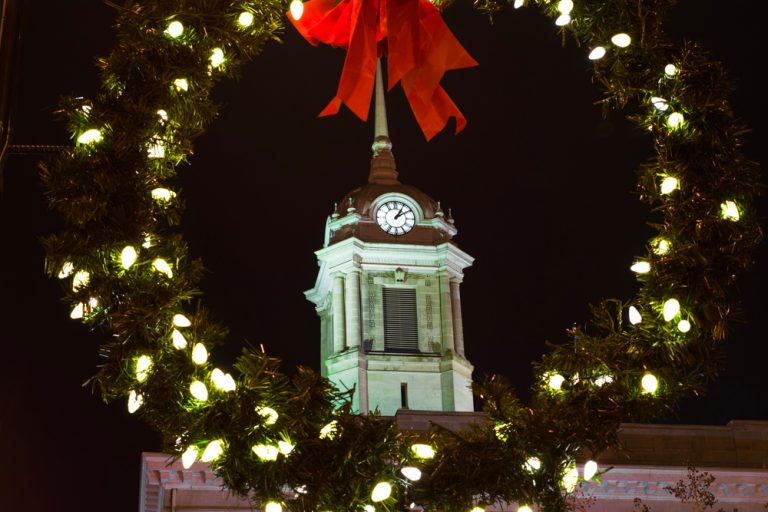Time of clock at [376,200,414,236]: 1:09
